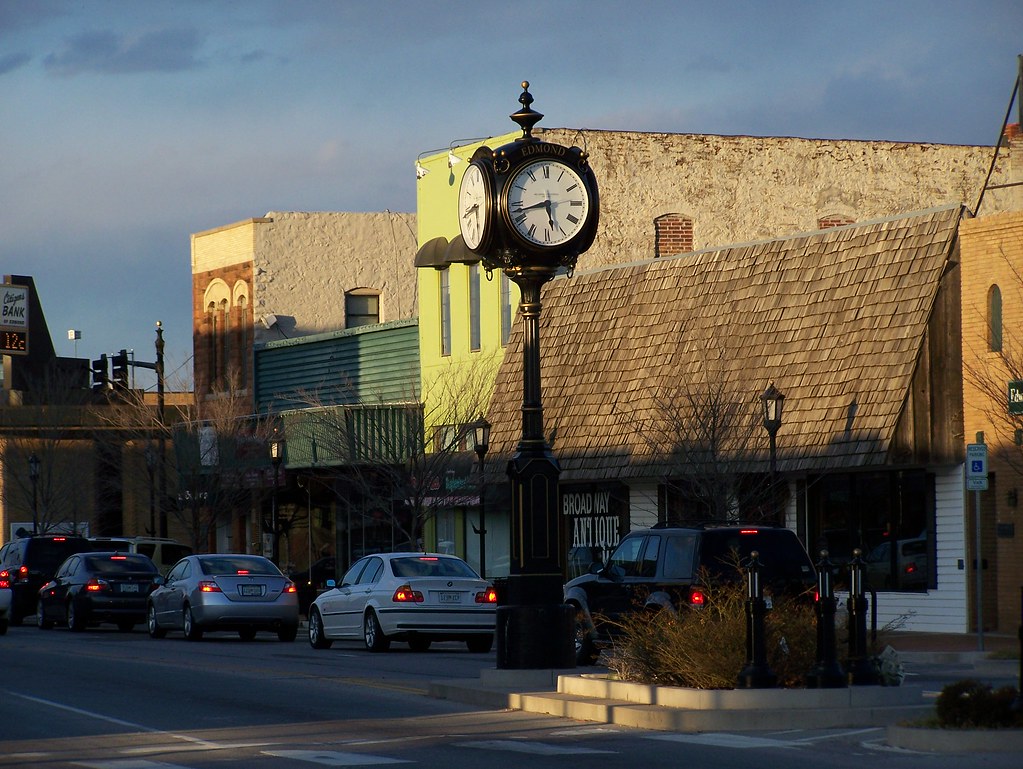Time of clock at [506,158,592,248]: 5:42
